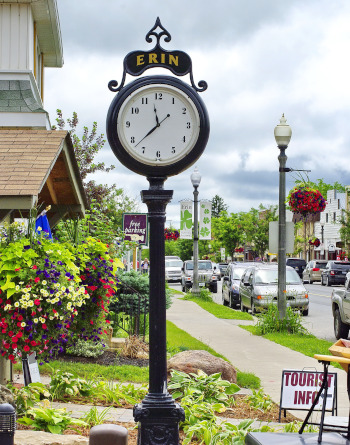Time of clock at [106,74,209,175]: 11:37
